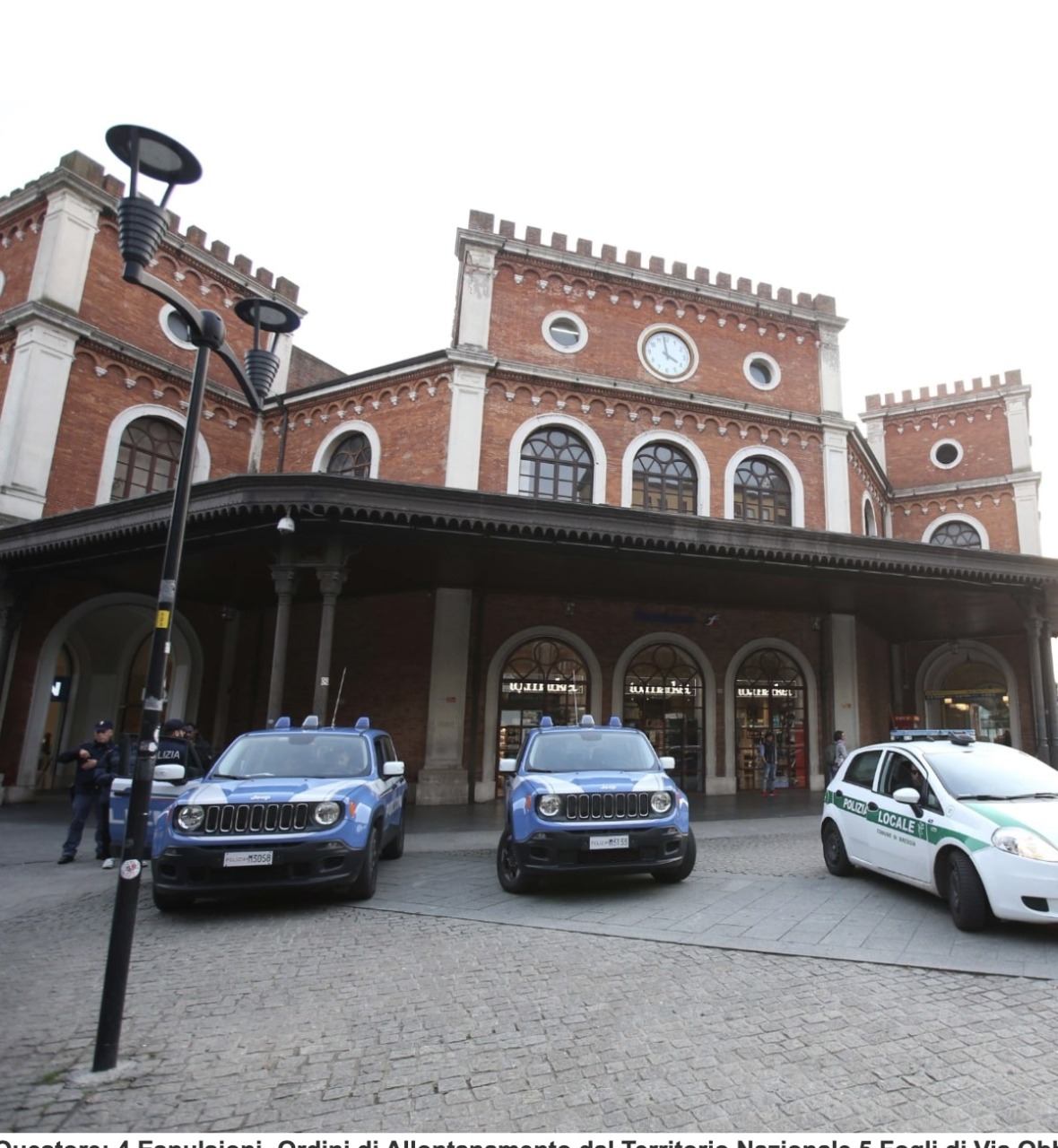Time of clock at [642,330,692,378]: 3:58
